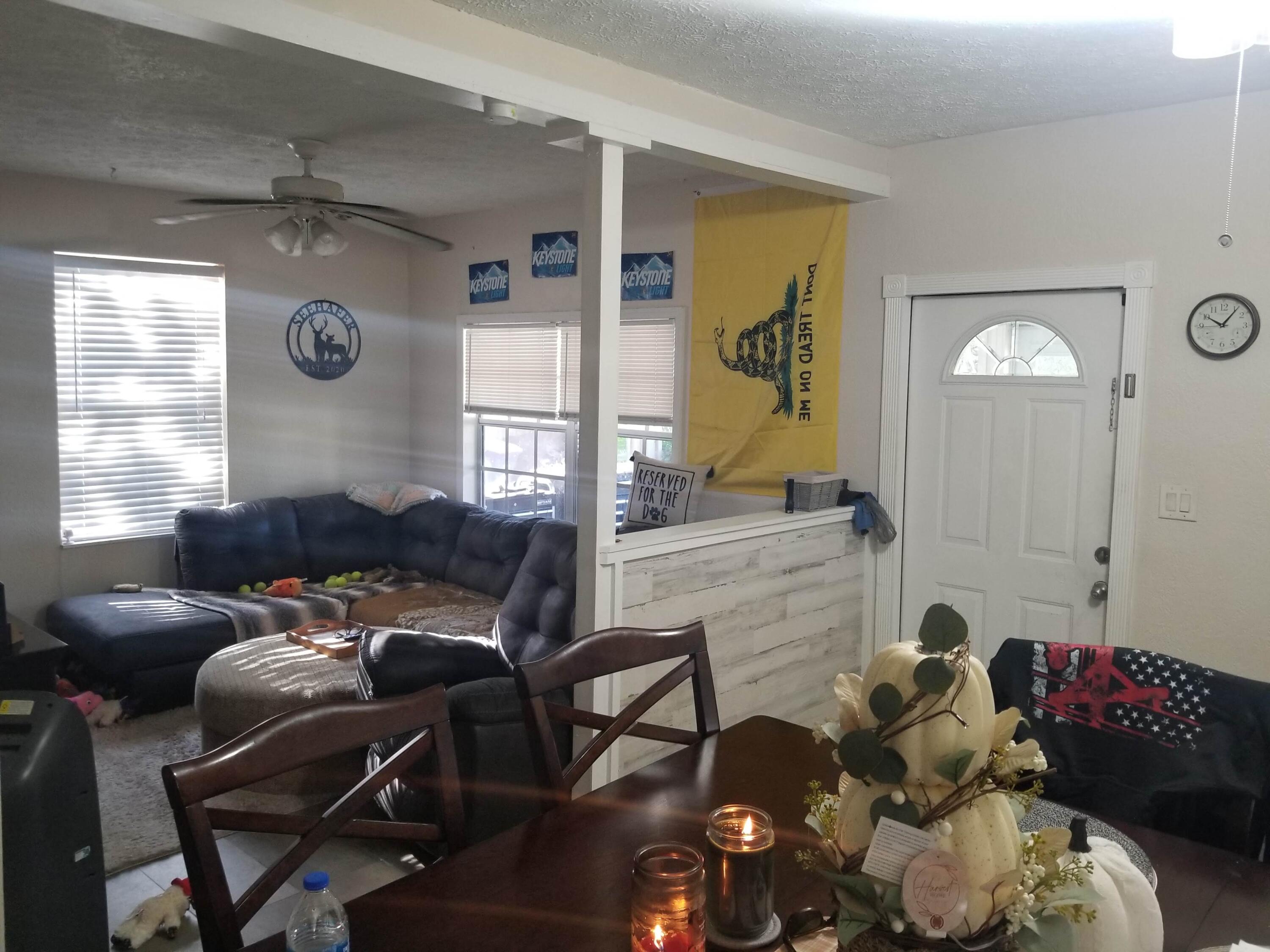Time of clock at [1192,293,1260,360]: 10:06
